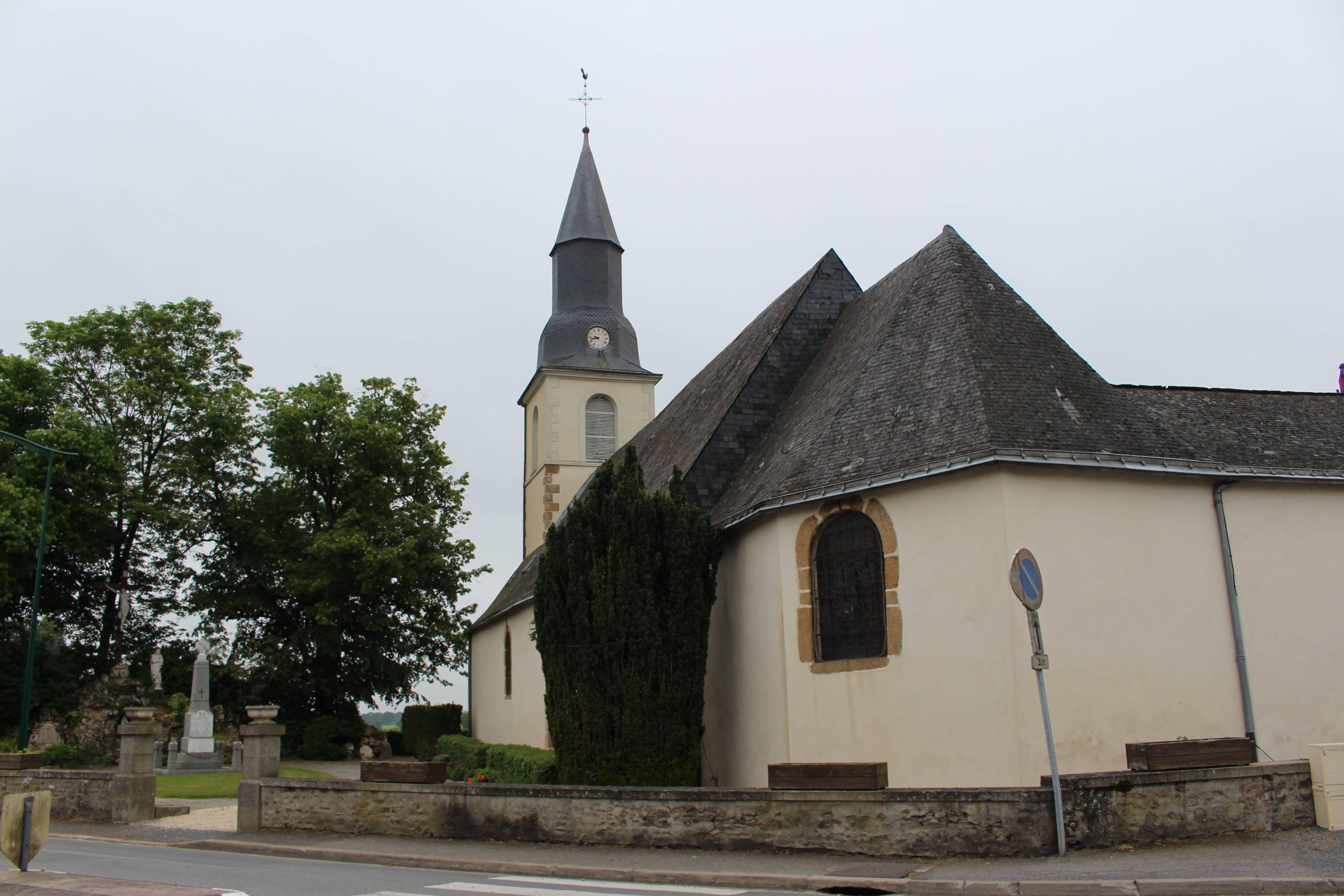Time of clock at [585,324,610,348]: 9:42
